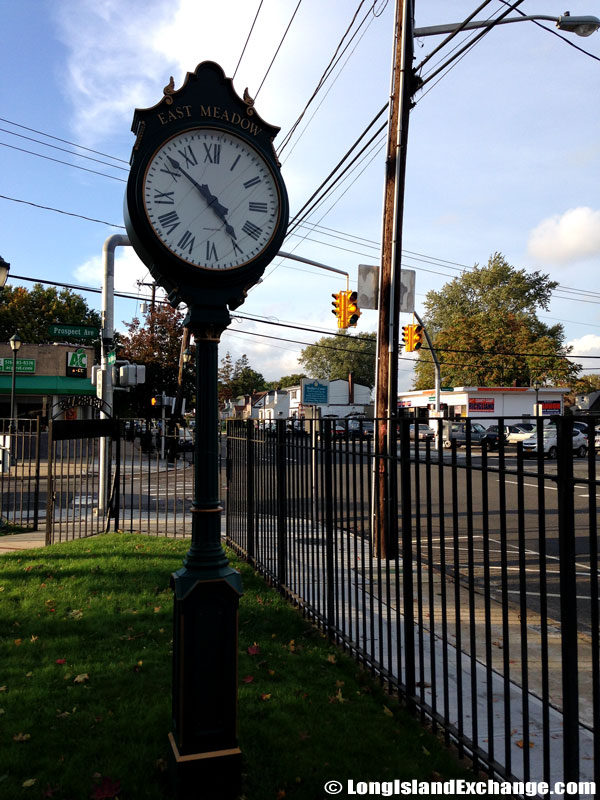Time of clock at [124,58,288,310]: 4:52
